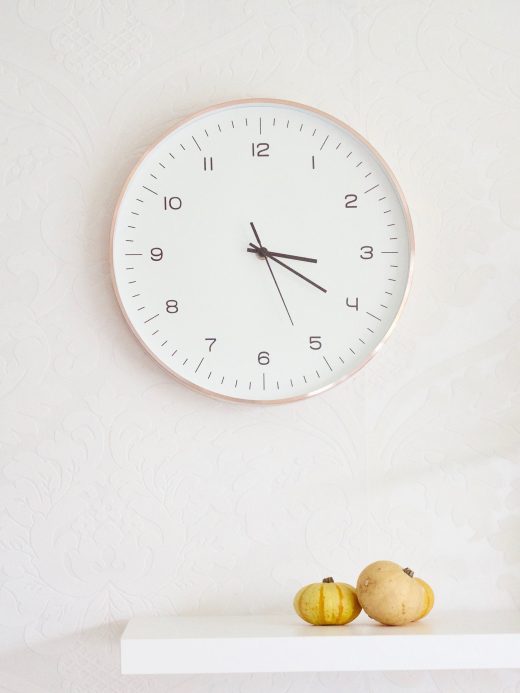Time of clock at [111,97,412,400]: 3:20
